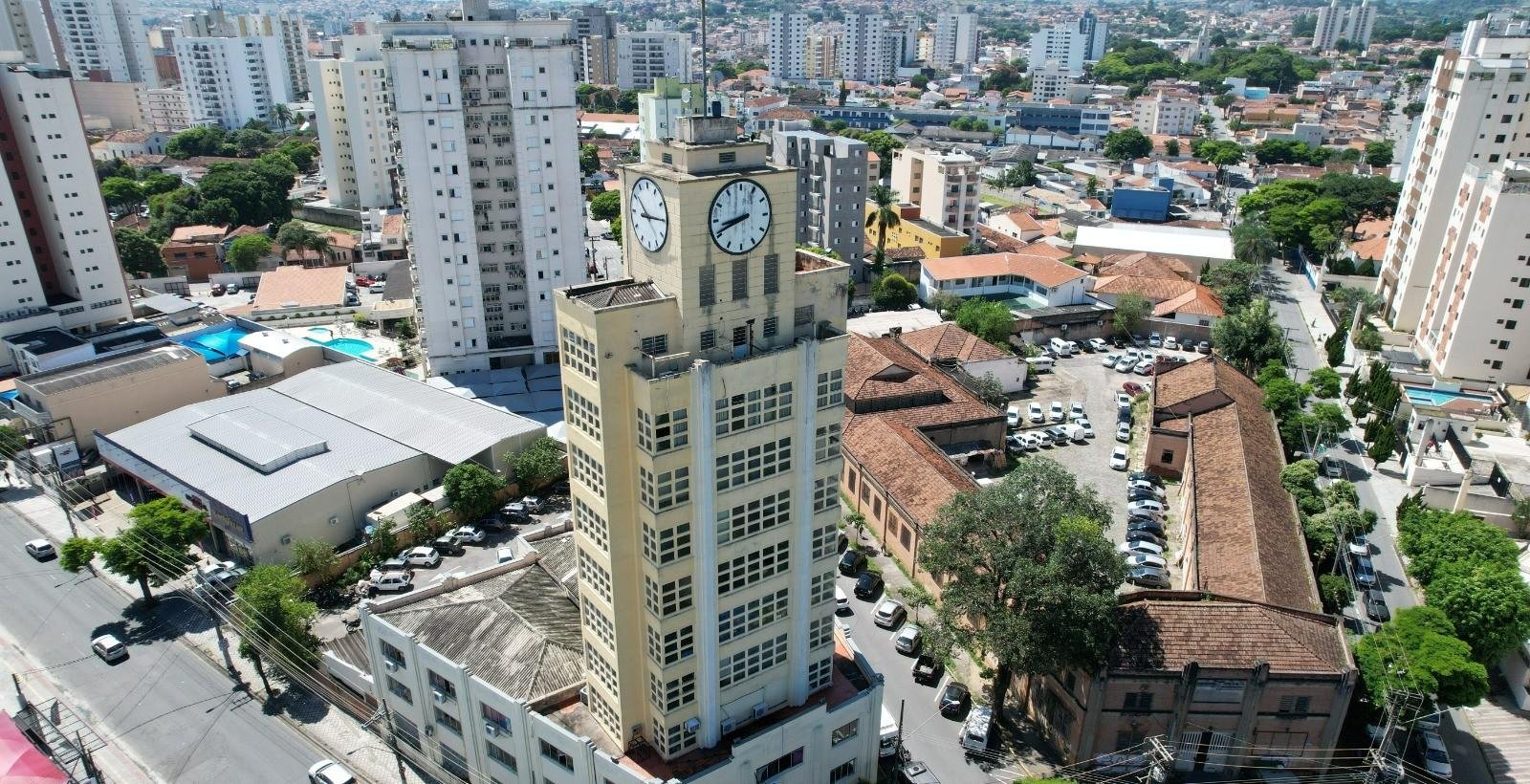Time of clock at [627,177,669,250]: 10:14
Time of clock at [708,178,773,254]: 8:41
